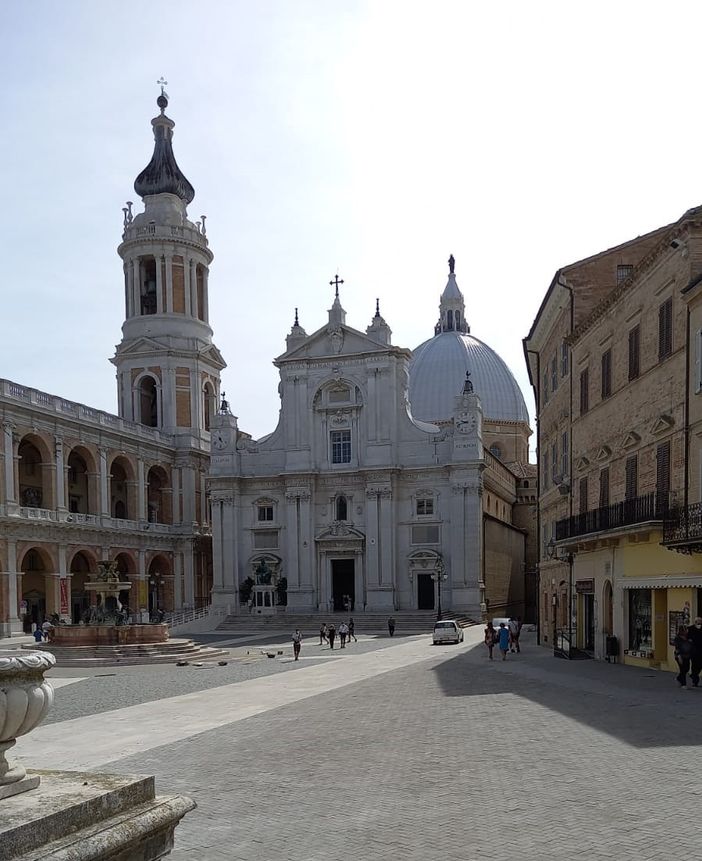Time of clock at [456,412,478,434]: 9:42
